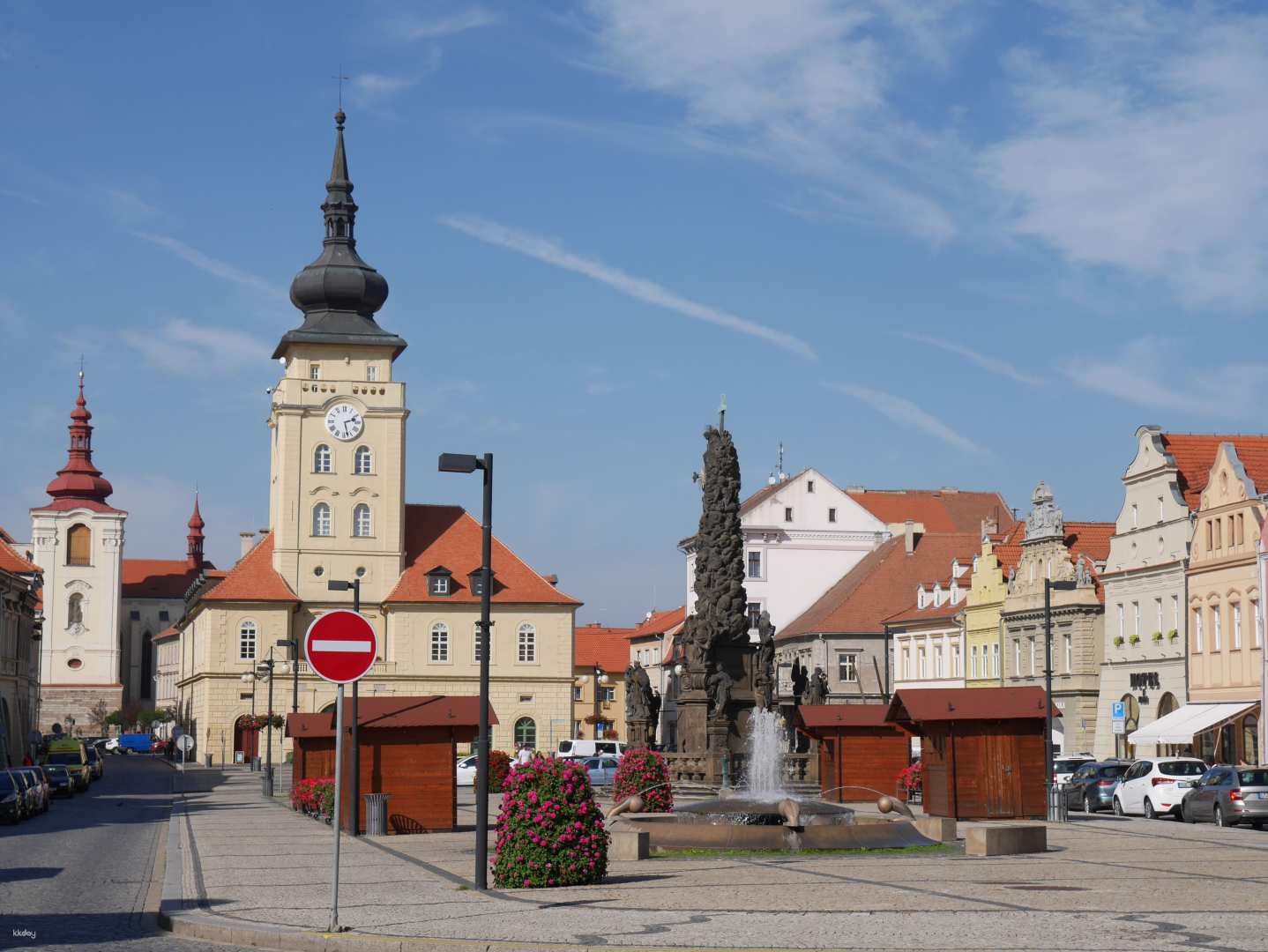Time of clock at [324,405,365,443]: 2:27
